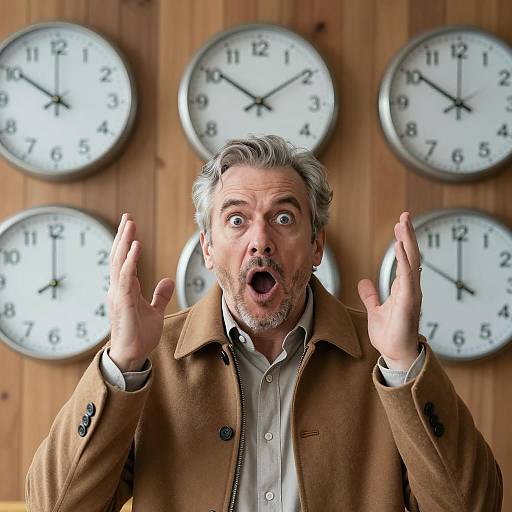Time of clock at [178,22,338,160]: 10:09
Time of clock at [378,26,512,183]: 10:00
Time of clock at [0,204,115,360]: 7:59
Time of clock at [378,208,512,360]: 10:00
